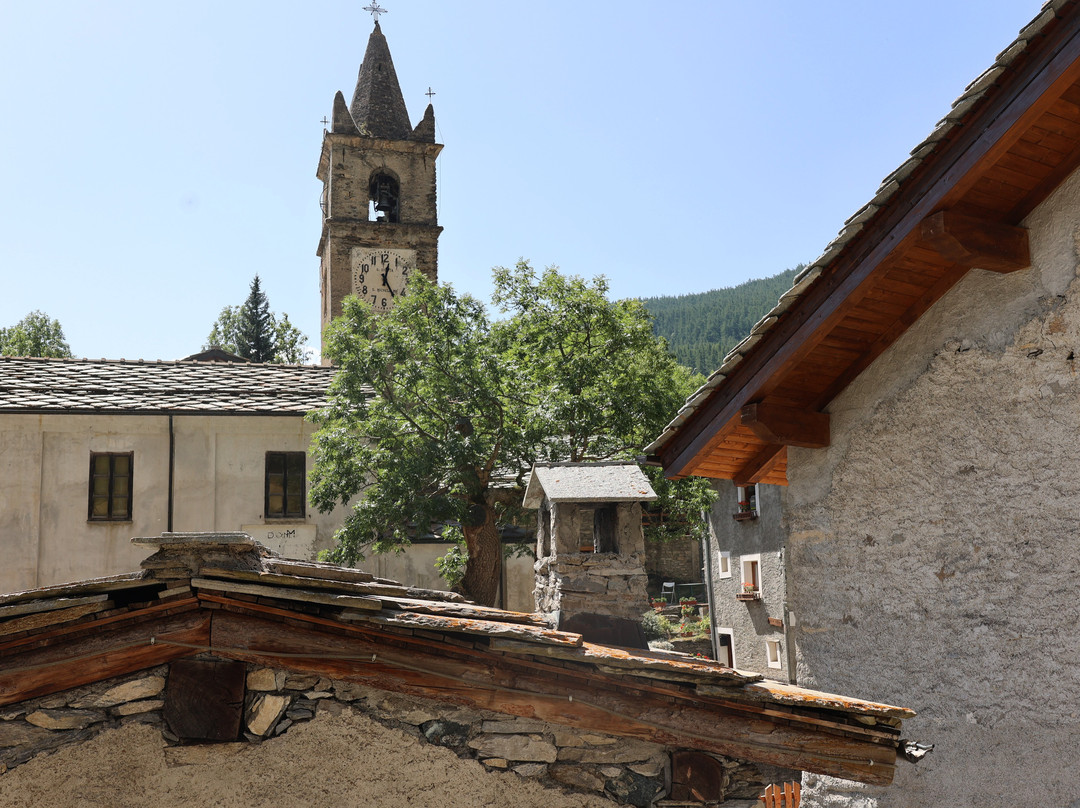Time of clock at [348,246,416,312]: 12:24
